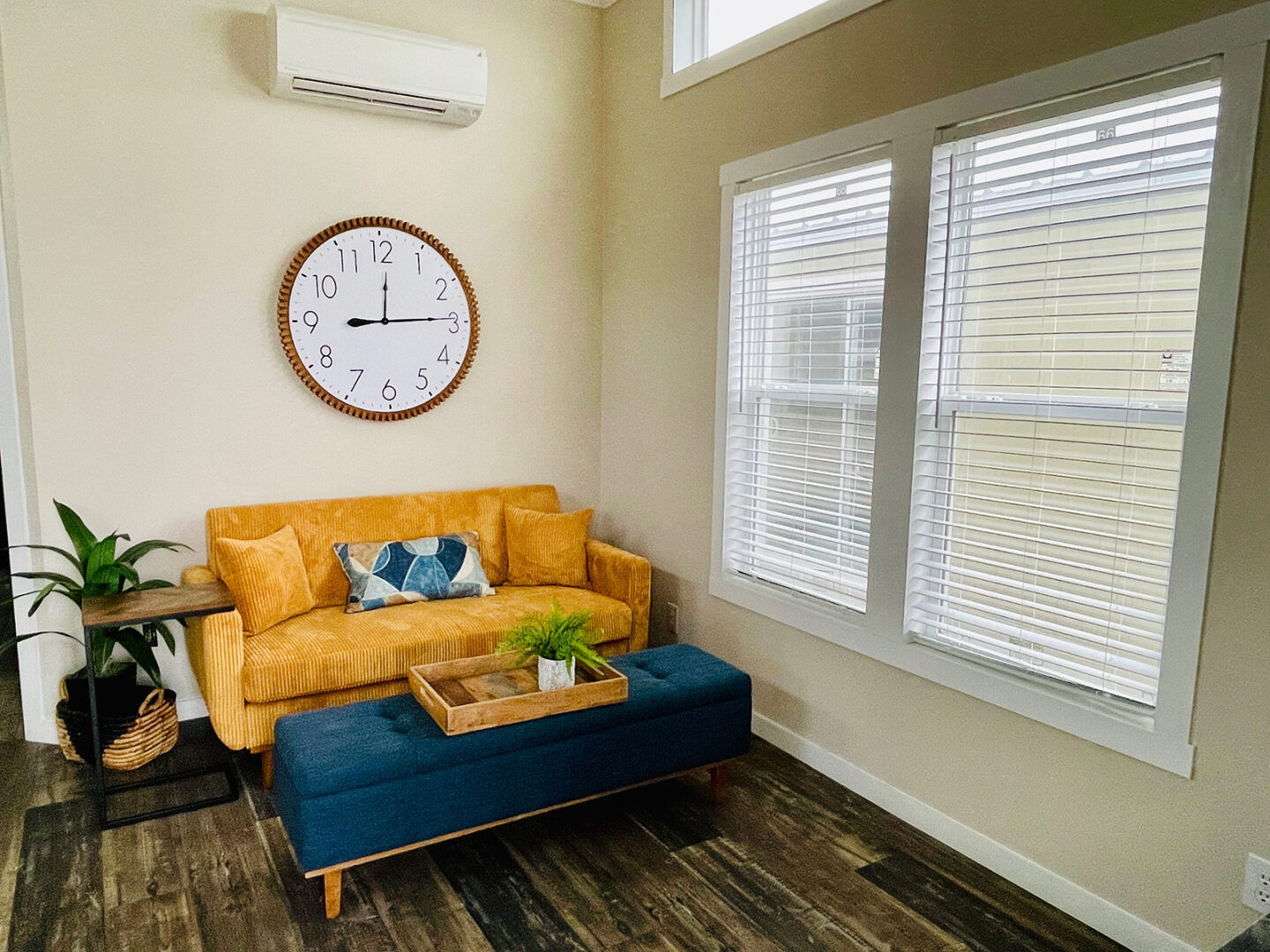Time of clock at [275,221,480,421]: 12:14
